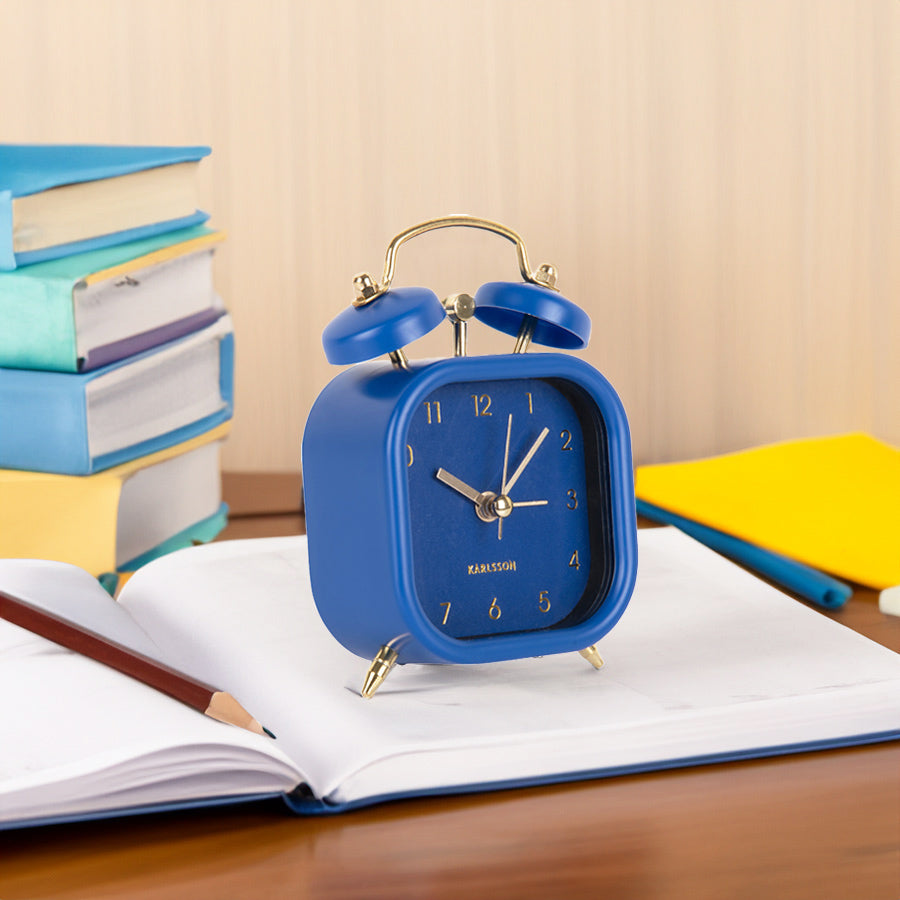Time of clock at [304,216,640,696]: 10:07
